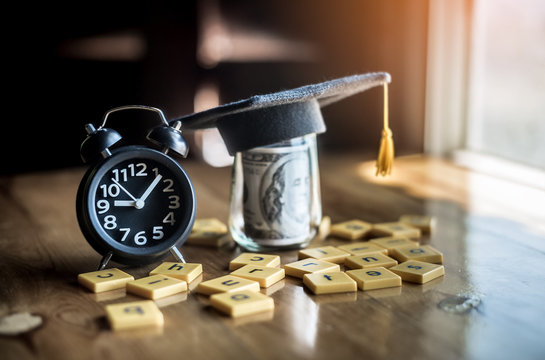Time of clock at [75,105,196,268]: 9:06
